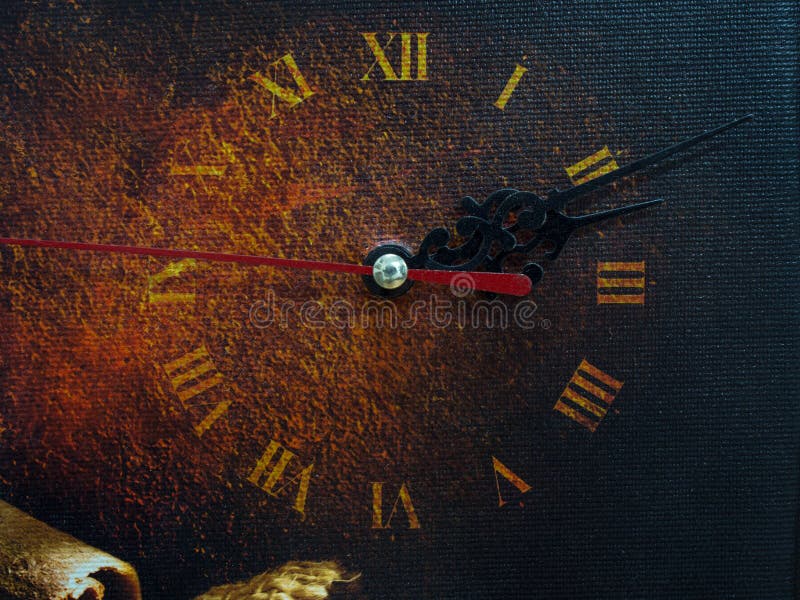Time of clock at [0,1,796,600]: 3:11
